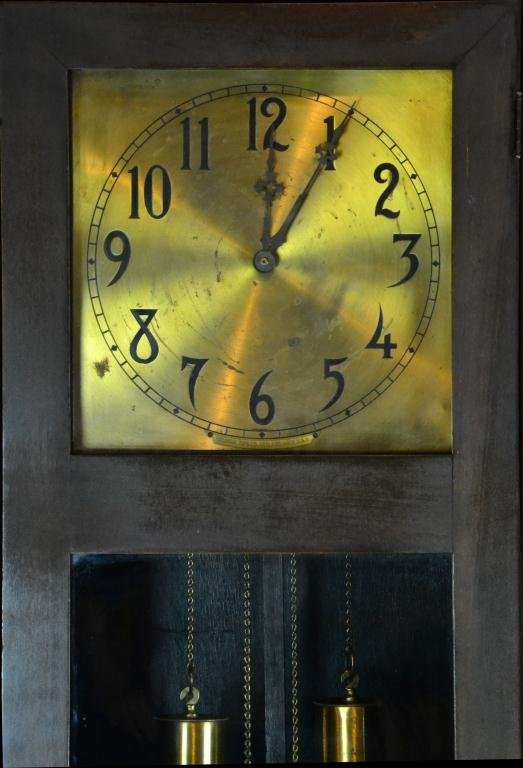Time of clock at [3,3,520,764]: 12:05
